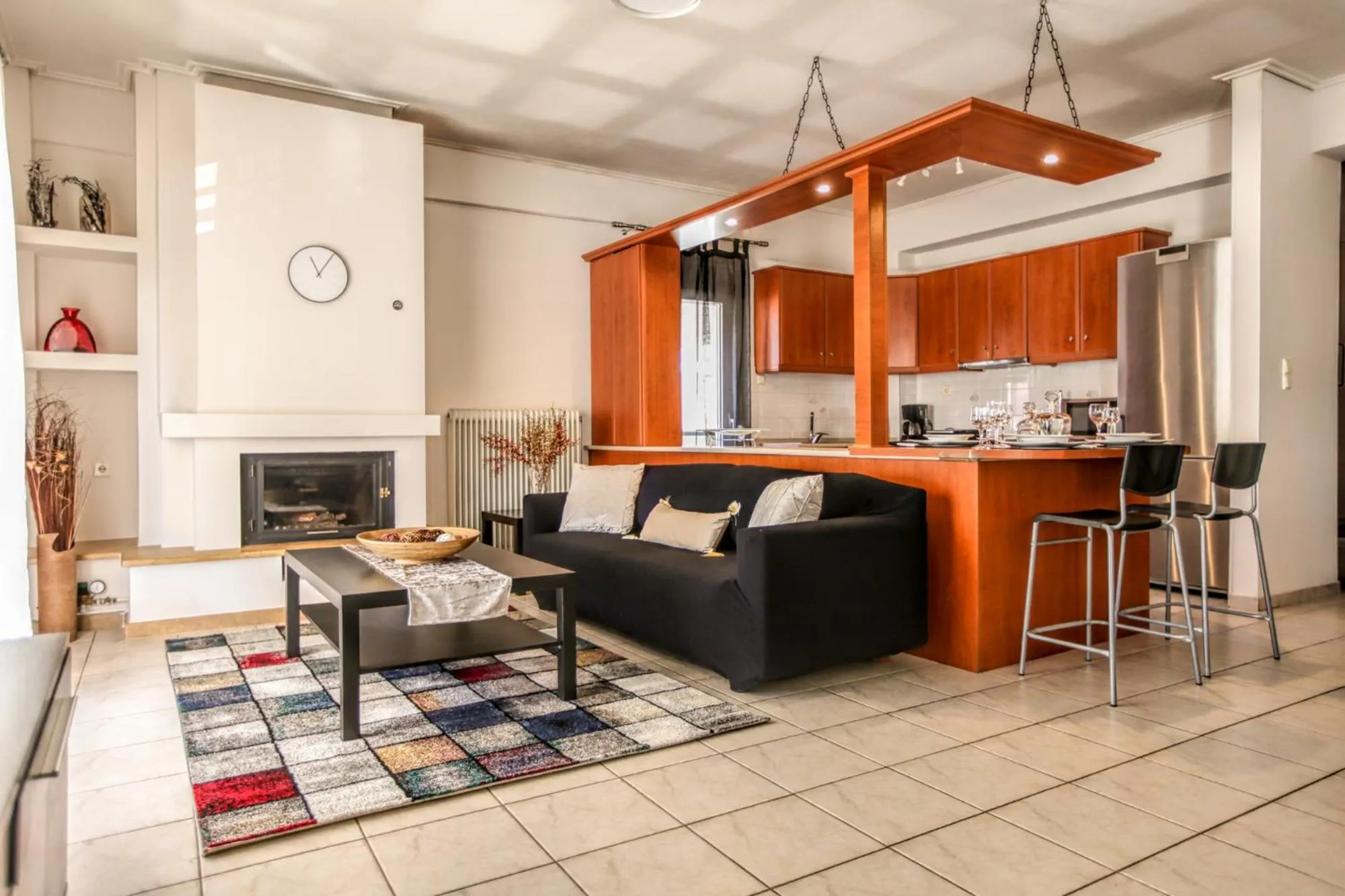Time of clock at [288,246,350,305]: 11:05
